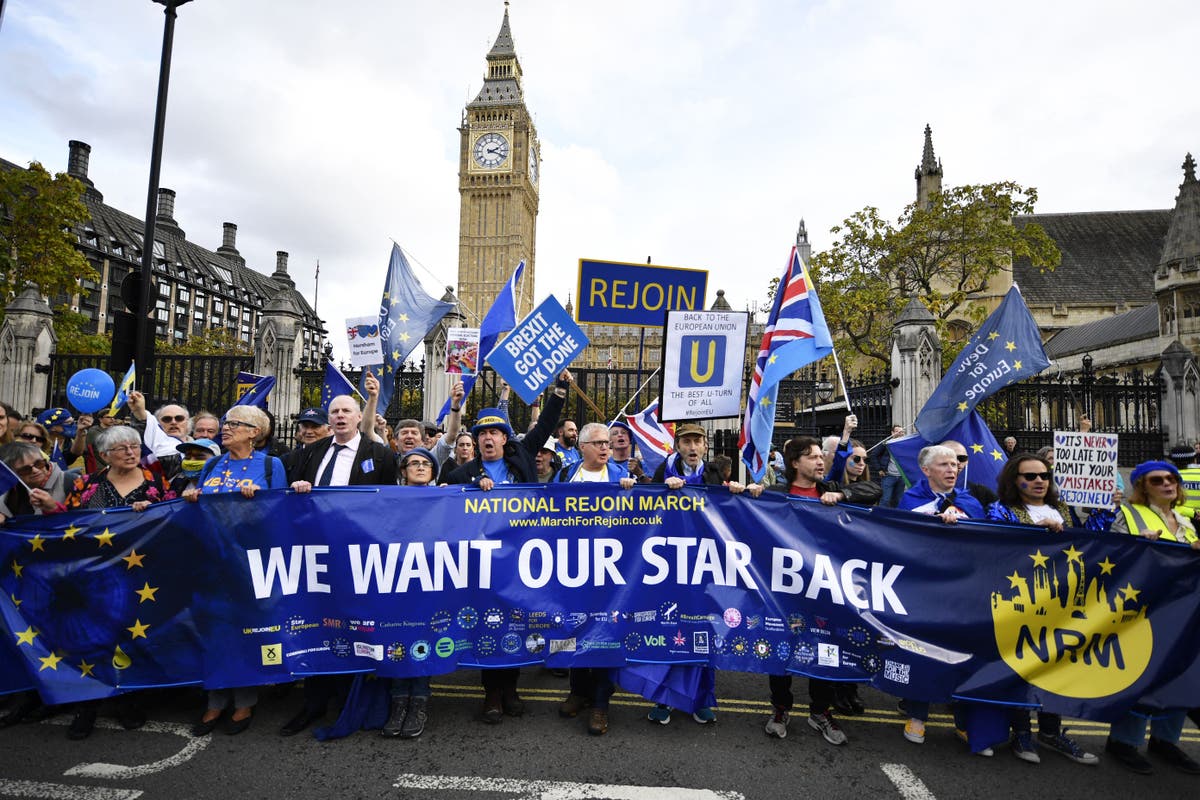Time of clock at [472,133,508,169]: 2:18
